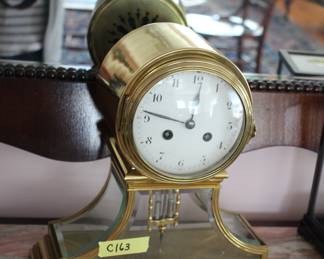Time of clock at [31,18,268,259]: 11:46
